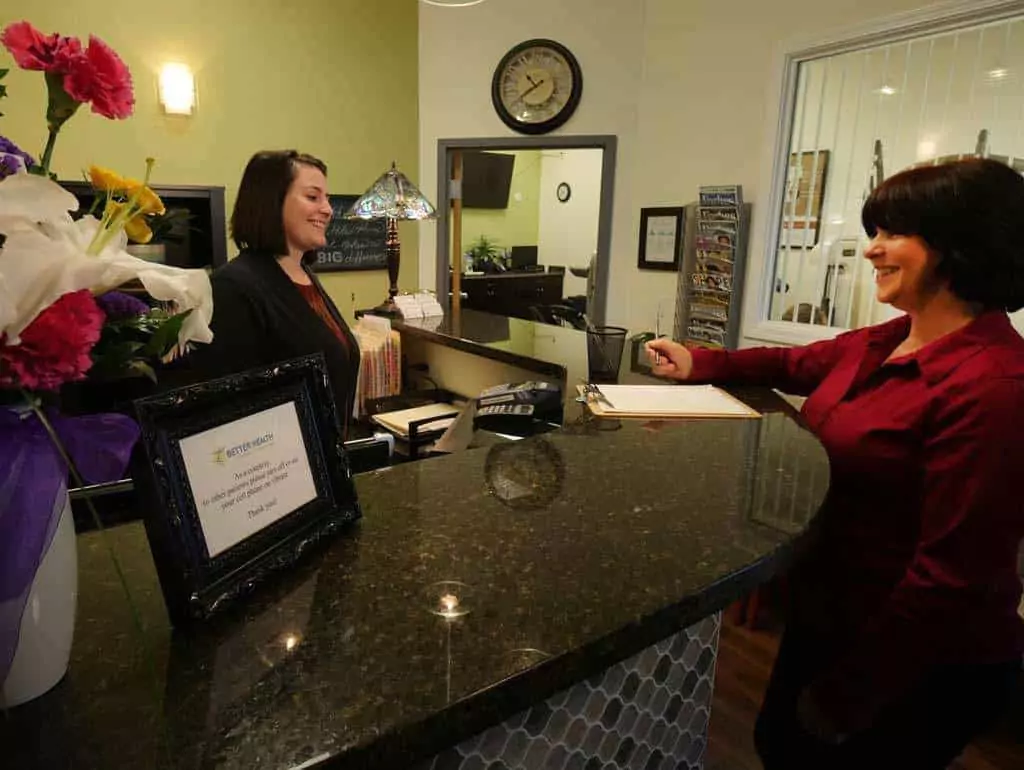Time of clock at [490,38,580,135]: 10:39
